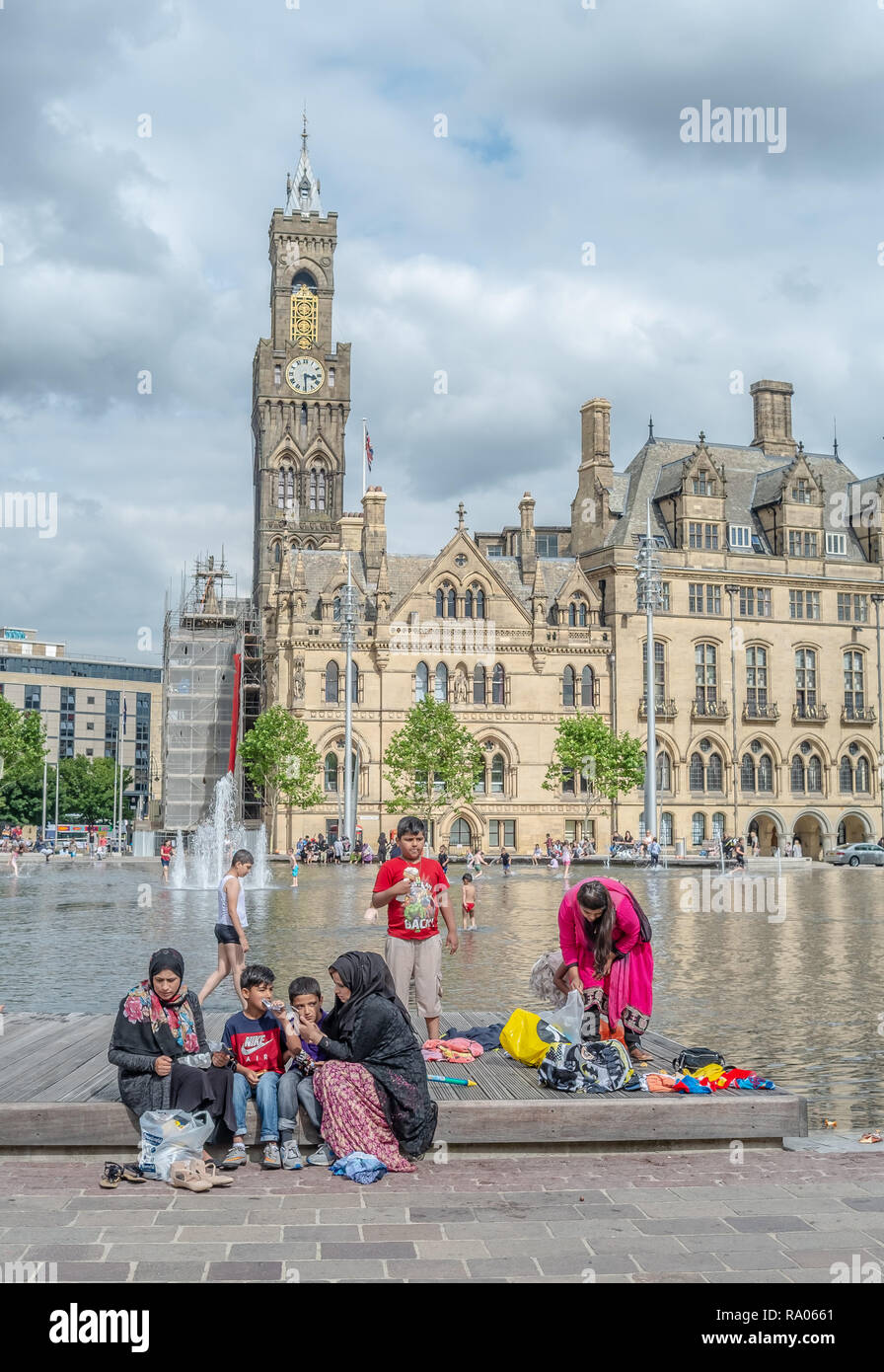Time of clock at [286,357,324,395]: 3:29
